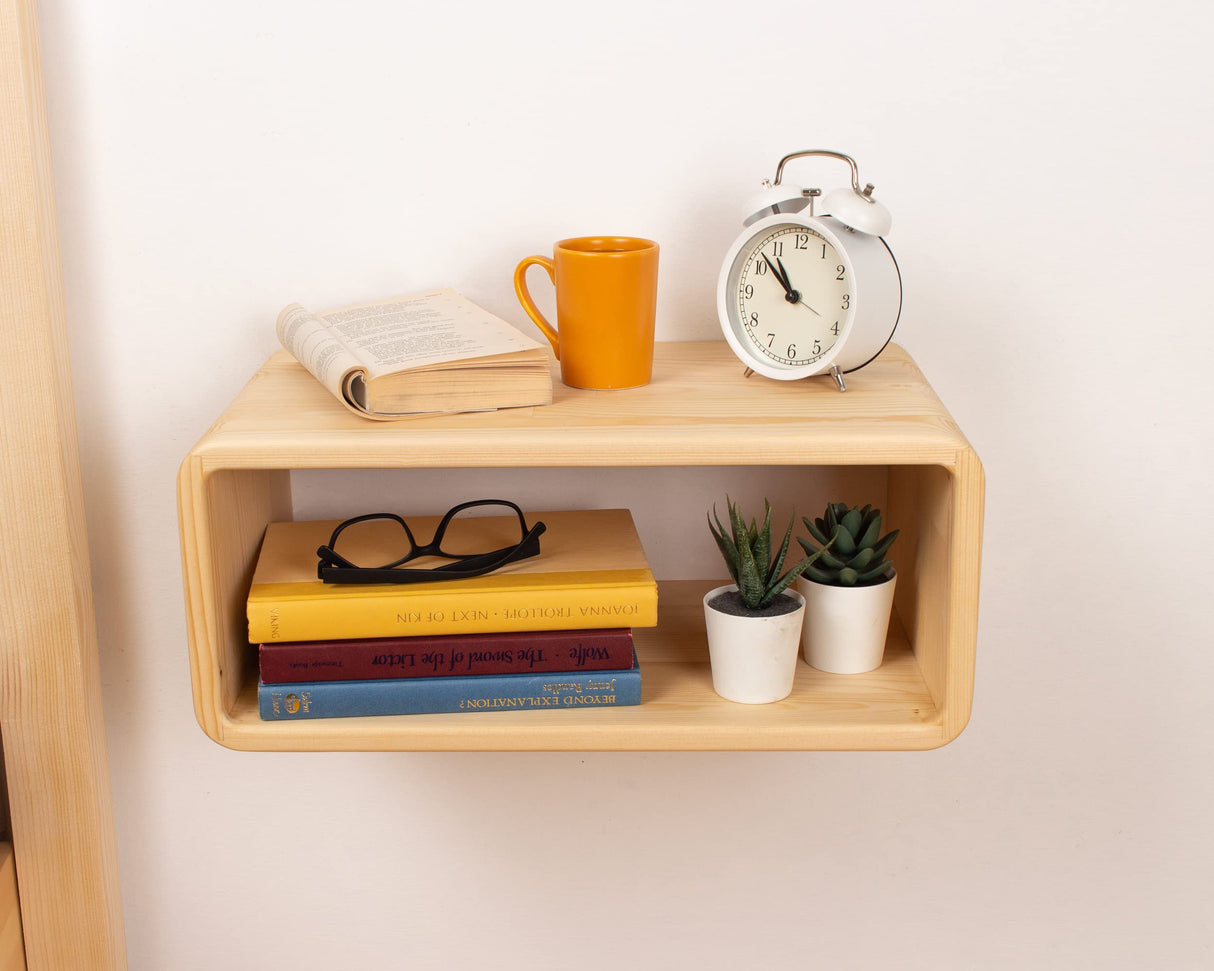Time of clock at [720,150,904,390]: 10:51
